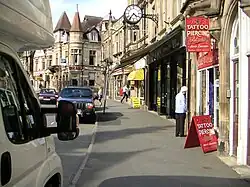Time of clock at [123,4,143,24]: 4:36
